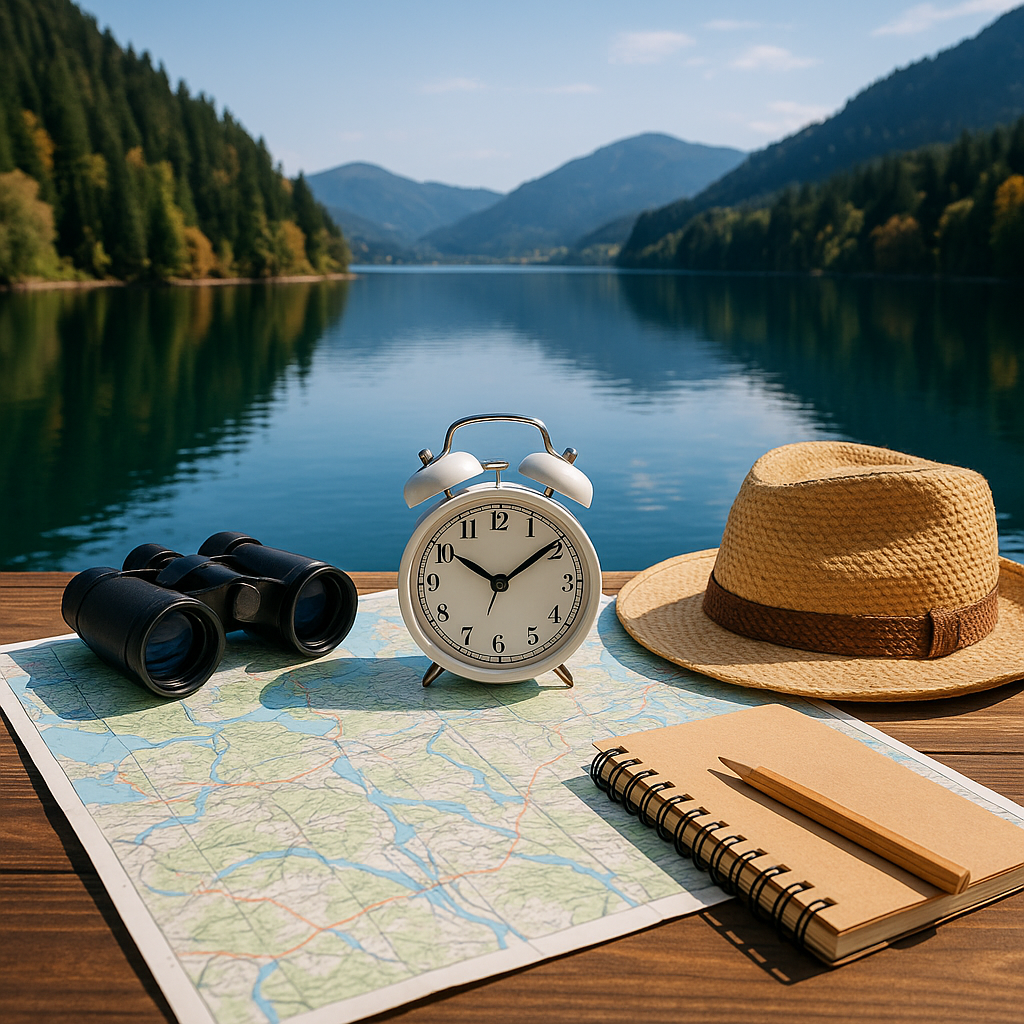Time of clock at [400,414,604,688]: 10:09
